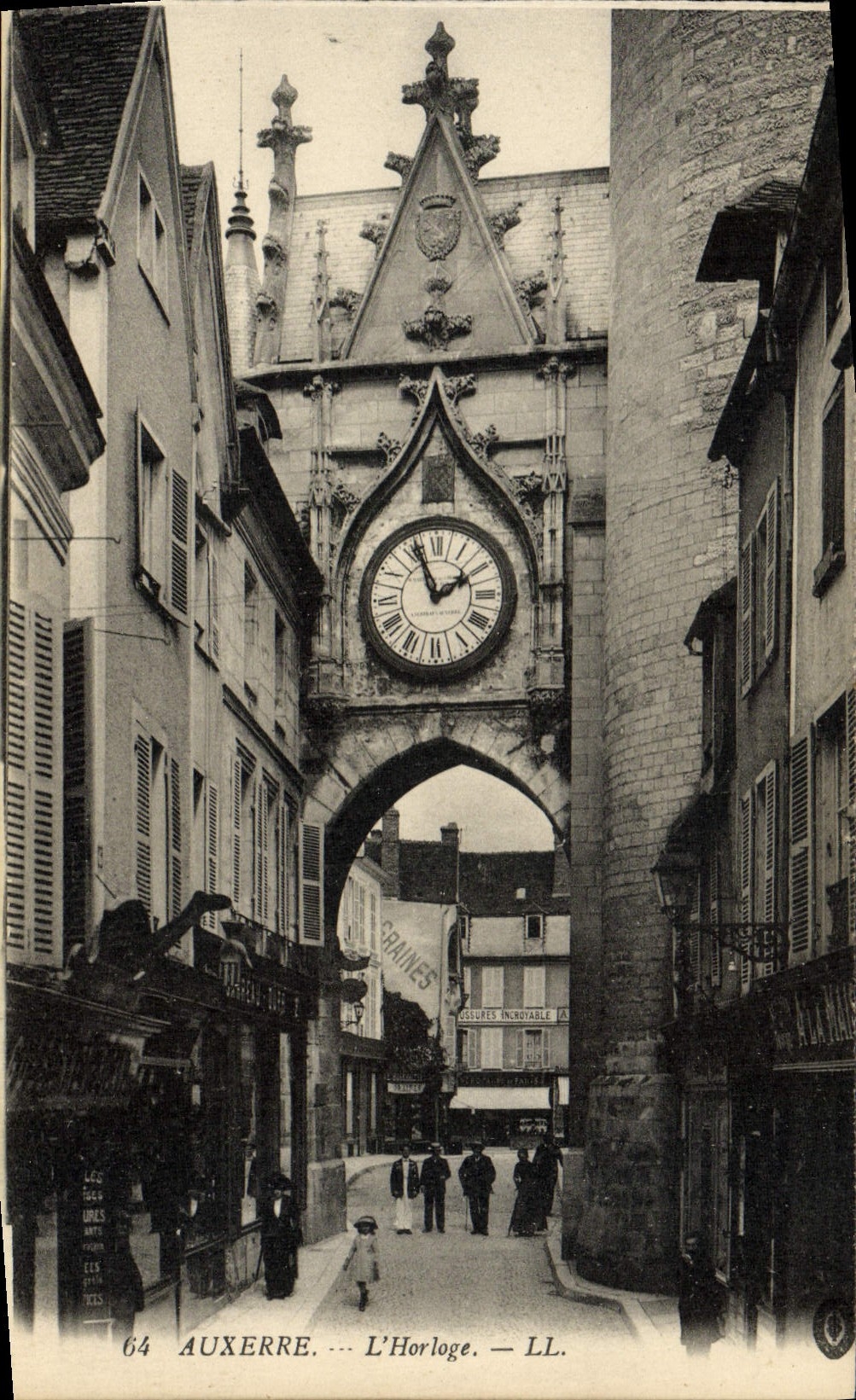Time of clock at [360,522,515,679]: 1:56
